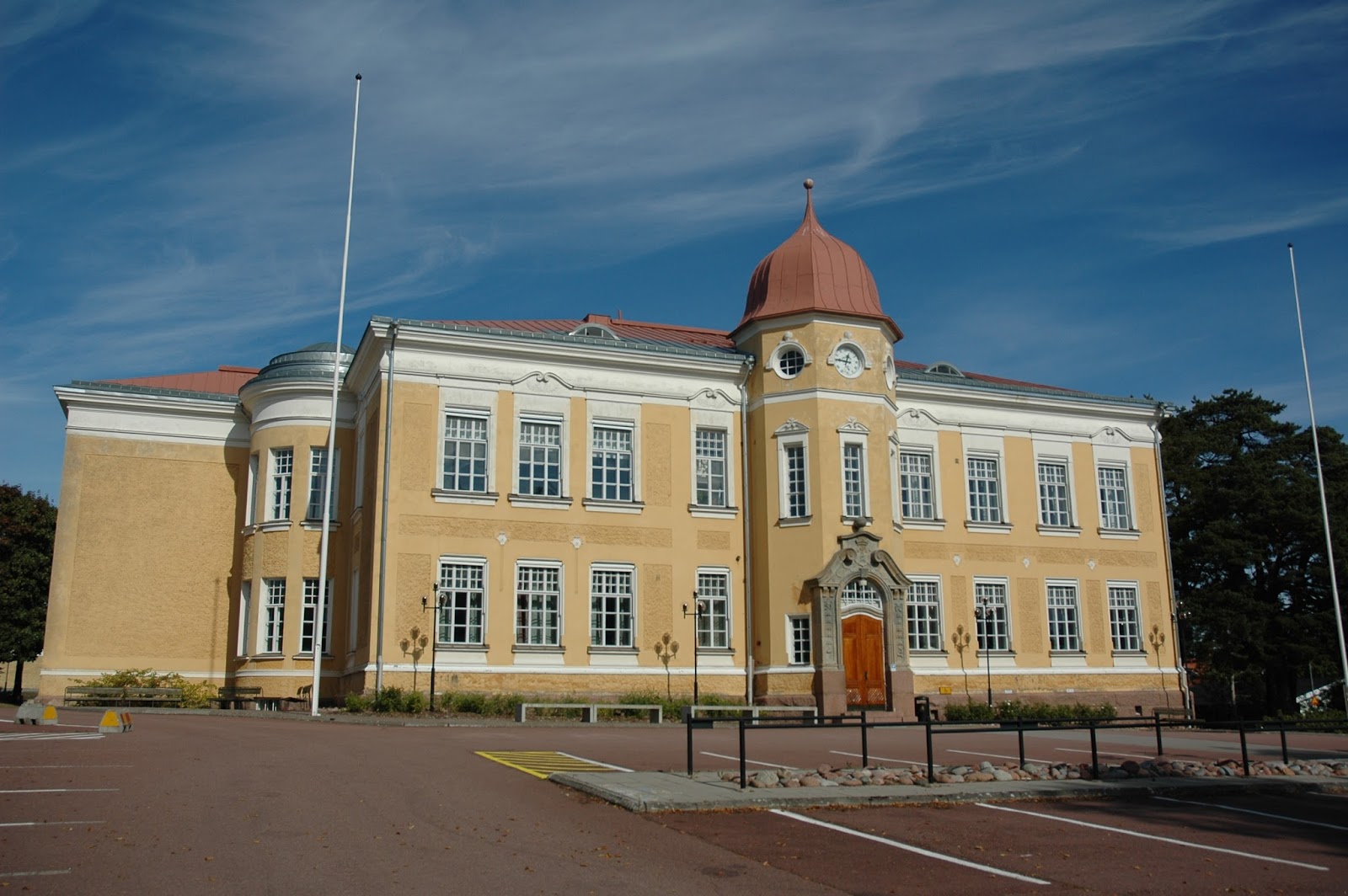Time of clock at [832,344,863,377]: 12:46
